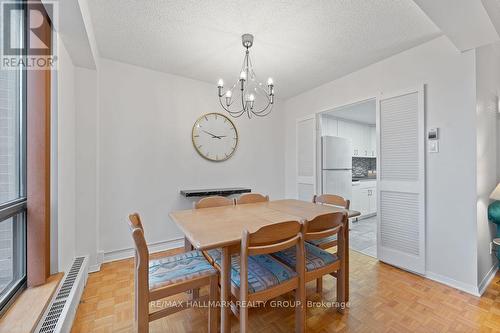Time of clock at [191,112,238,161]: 2:48
